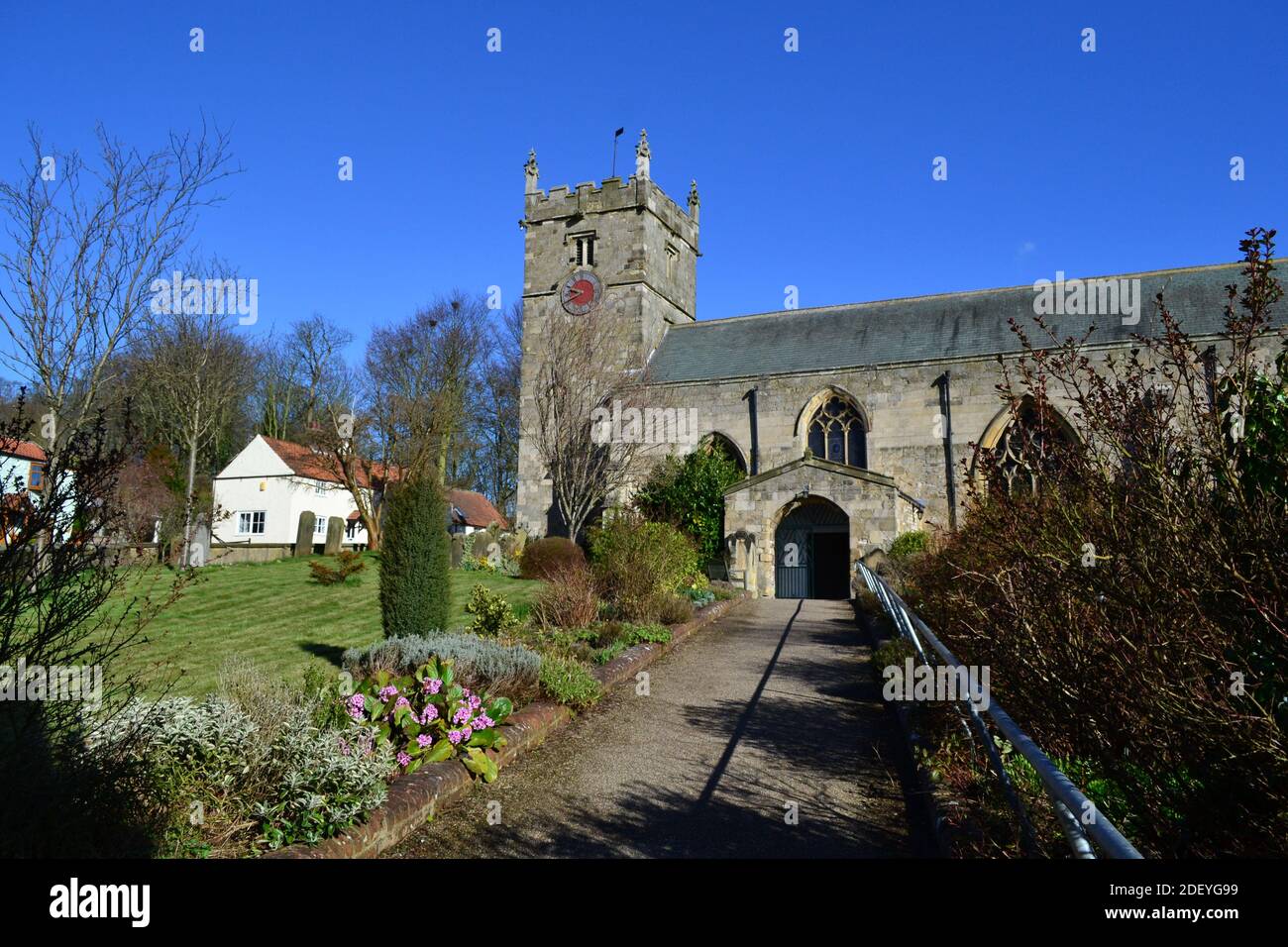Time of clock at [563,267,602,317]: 9:40
